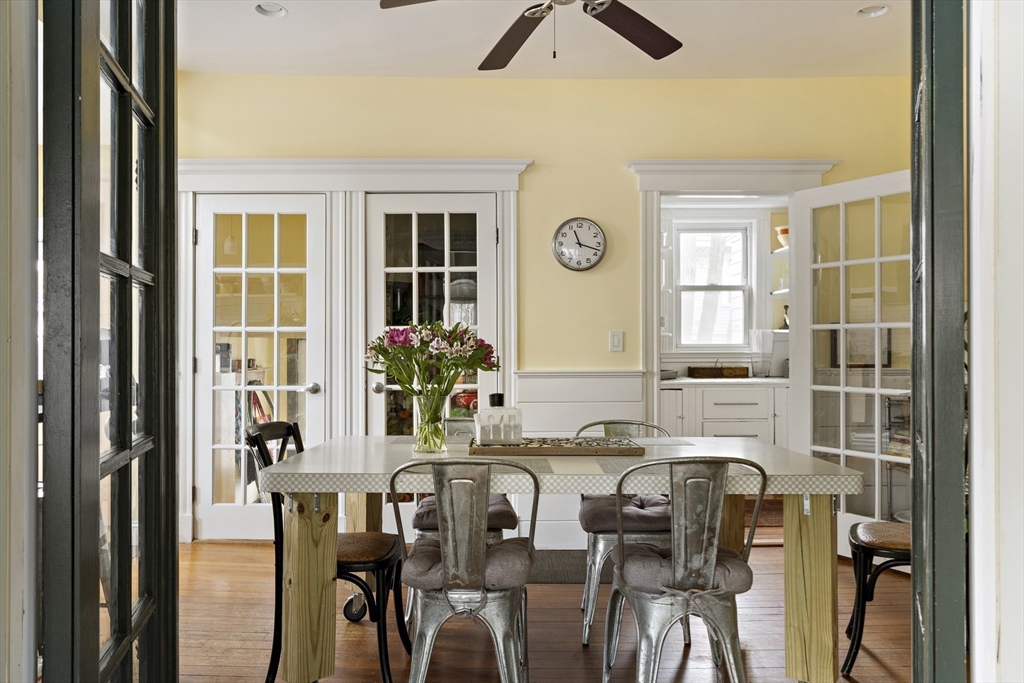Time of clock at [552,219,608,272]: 11:17
